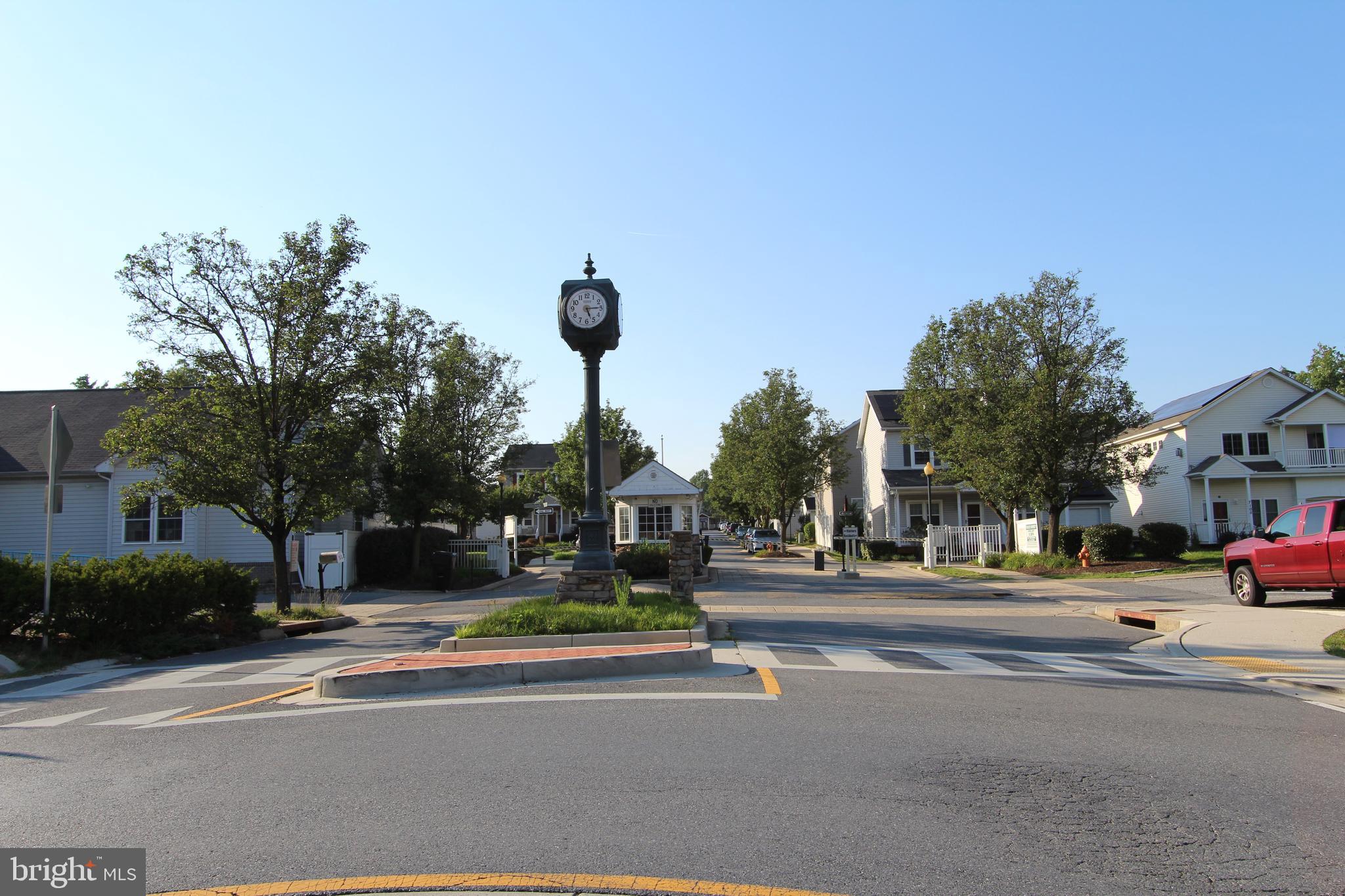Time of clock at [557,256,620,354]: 5:15
